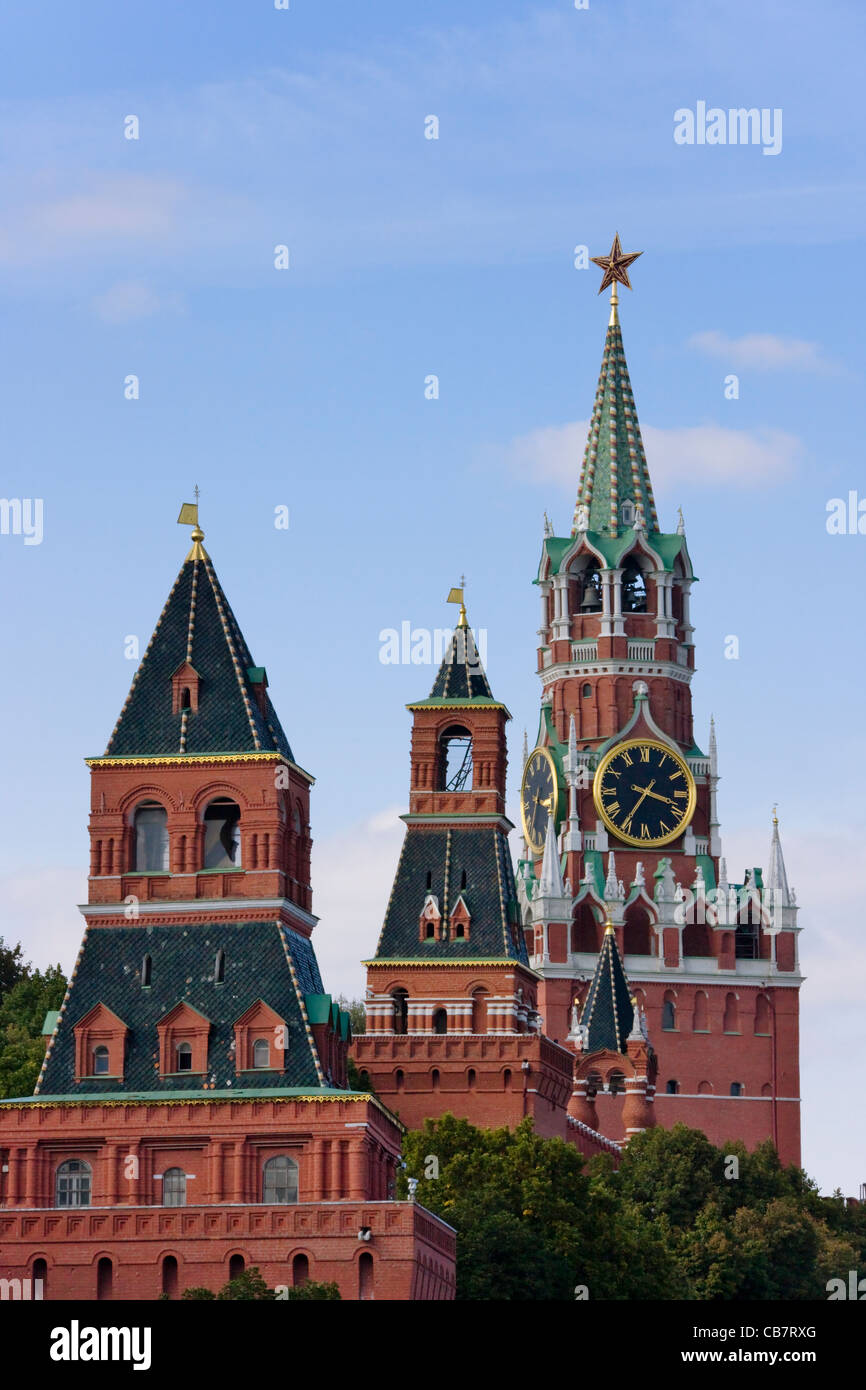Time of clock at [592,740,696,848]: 3:35
